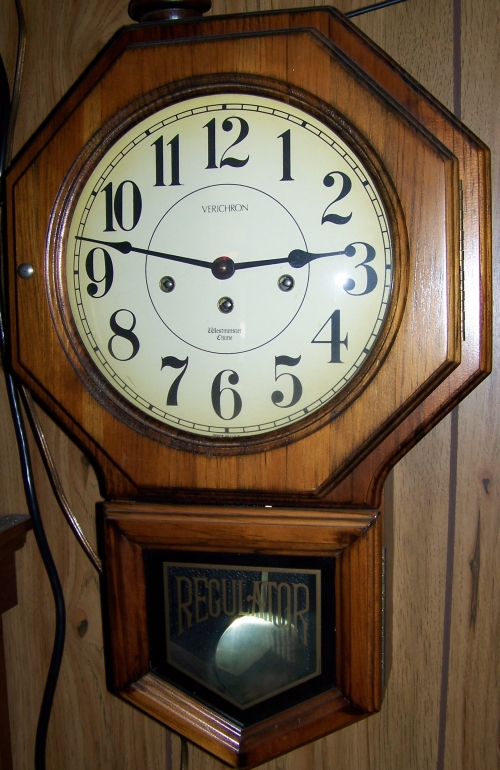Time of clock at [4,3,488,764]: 2:46
